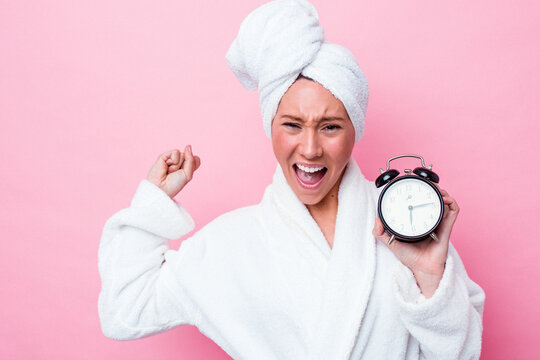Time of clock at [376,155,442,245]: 6:14
